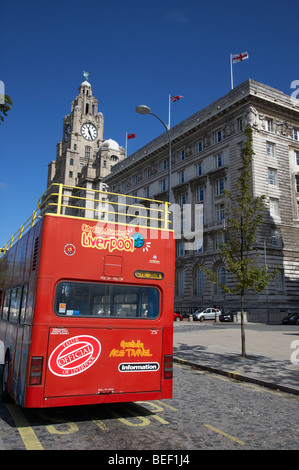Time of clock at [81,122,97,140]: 11:25
